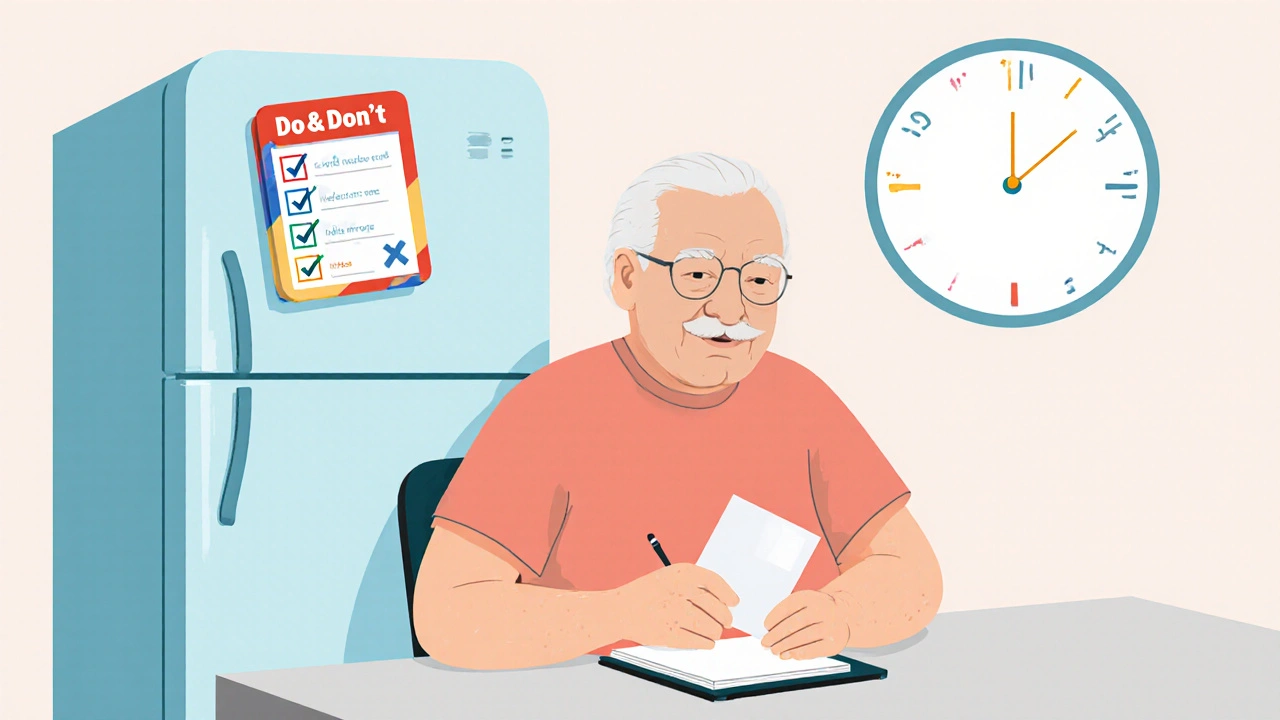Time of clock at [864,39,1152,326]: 12:08
